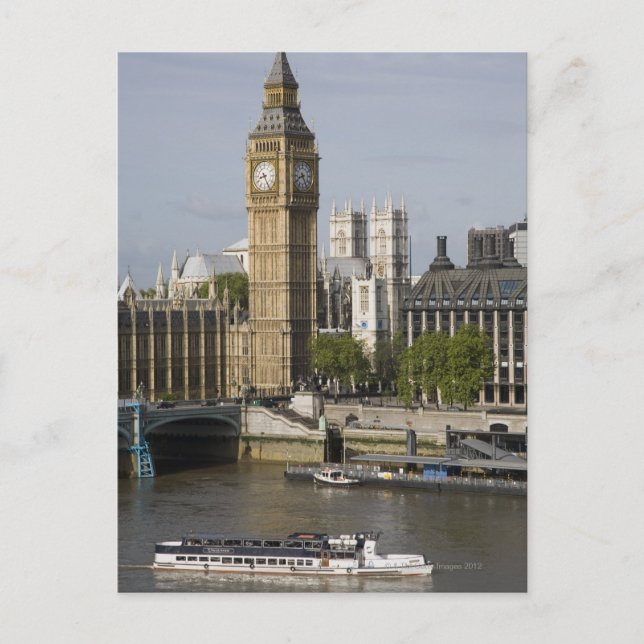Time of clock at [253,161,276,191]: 8:25
